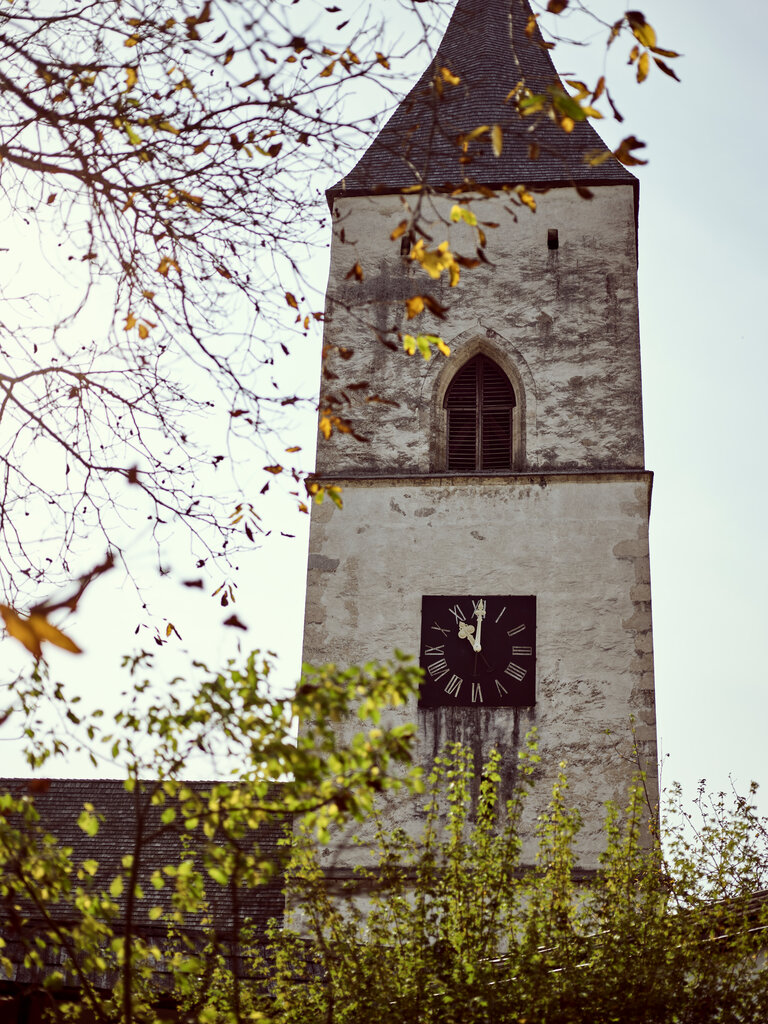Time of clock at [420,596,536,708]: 11:00
